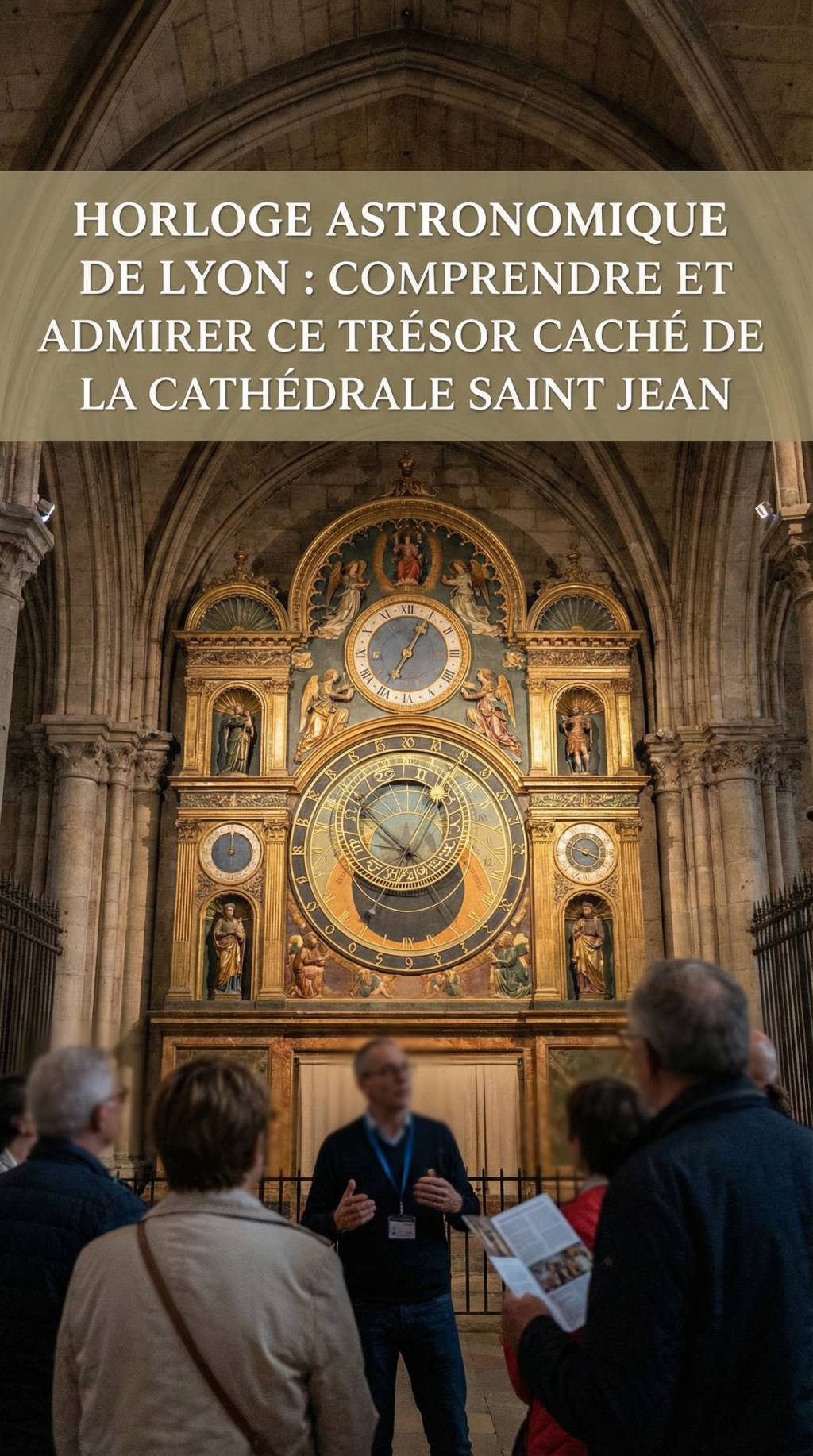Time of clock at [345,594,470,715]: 7:05
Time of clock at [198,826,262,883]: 12:00
